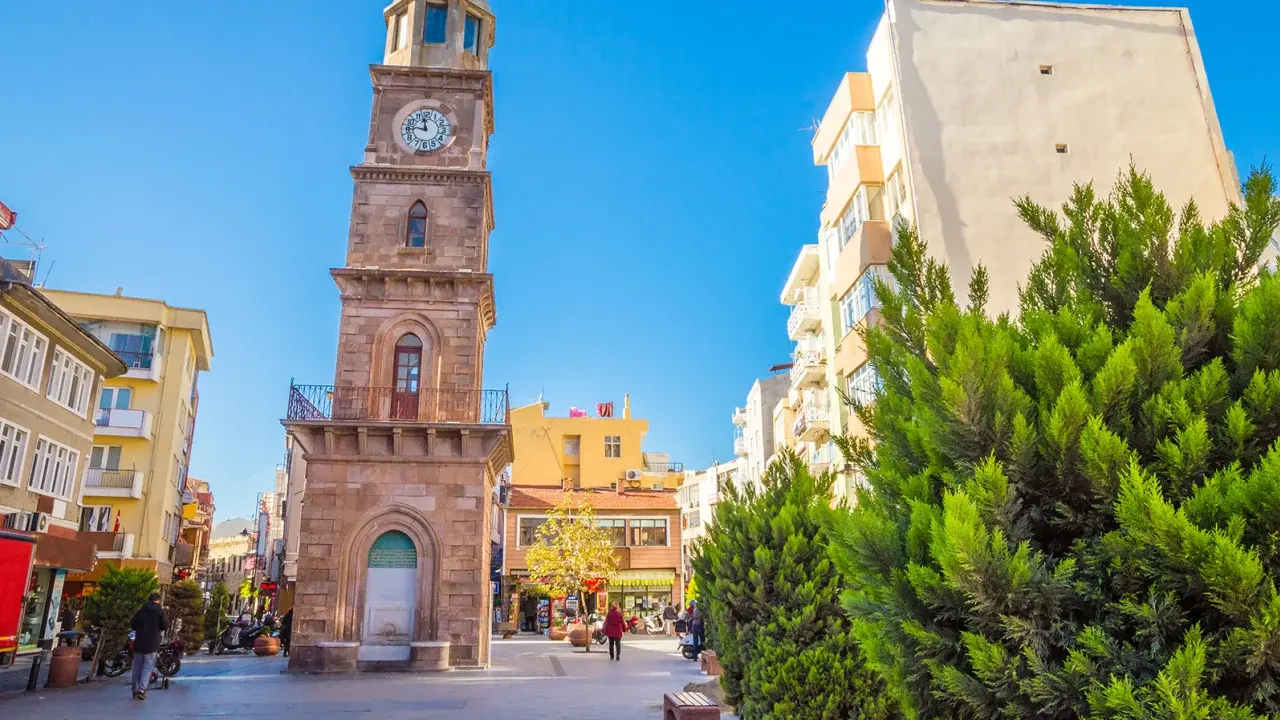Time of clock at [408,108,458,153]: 11:46
